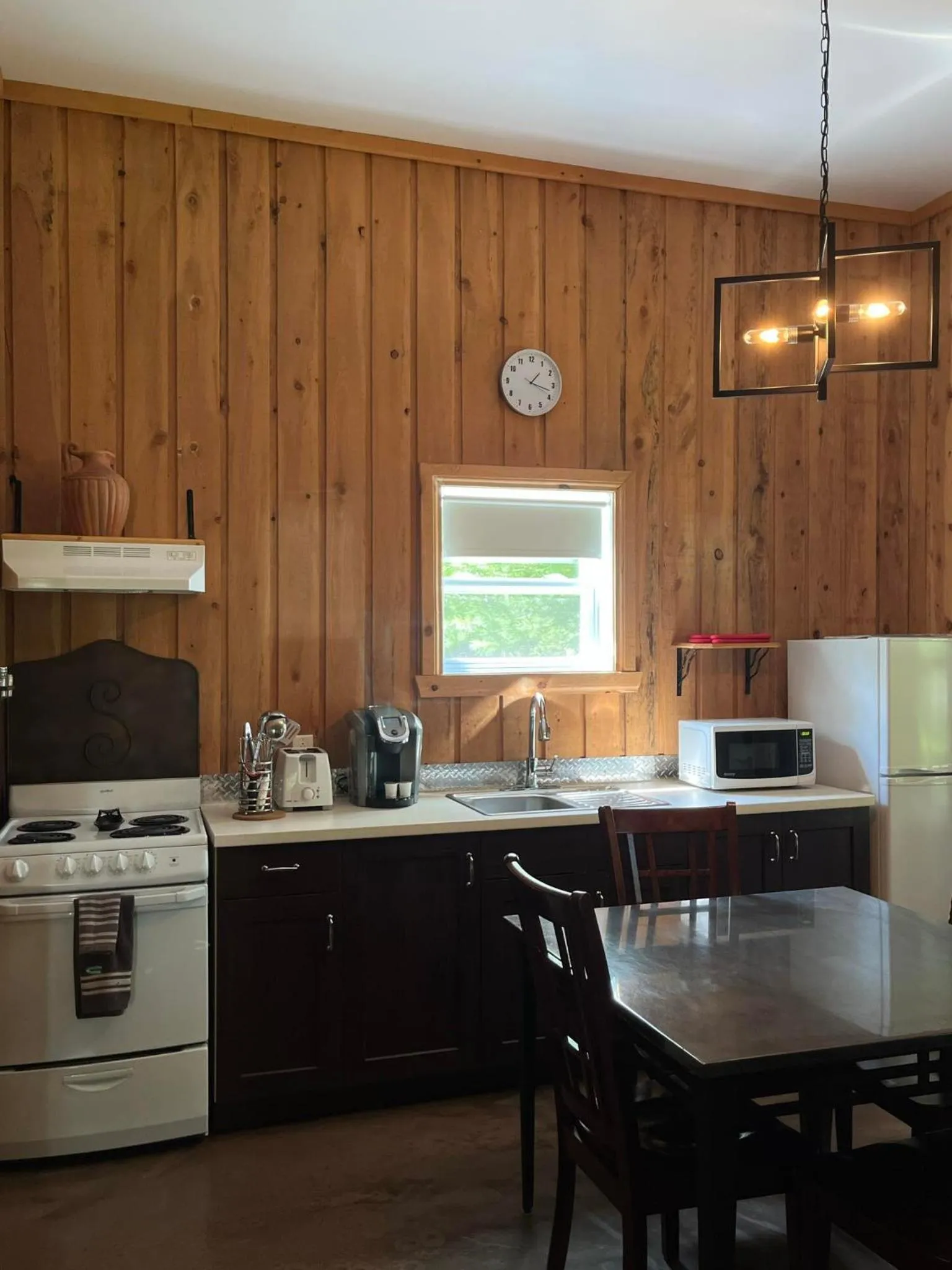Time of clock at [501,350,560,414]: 1:17
